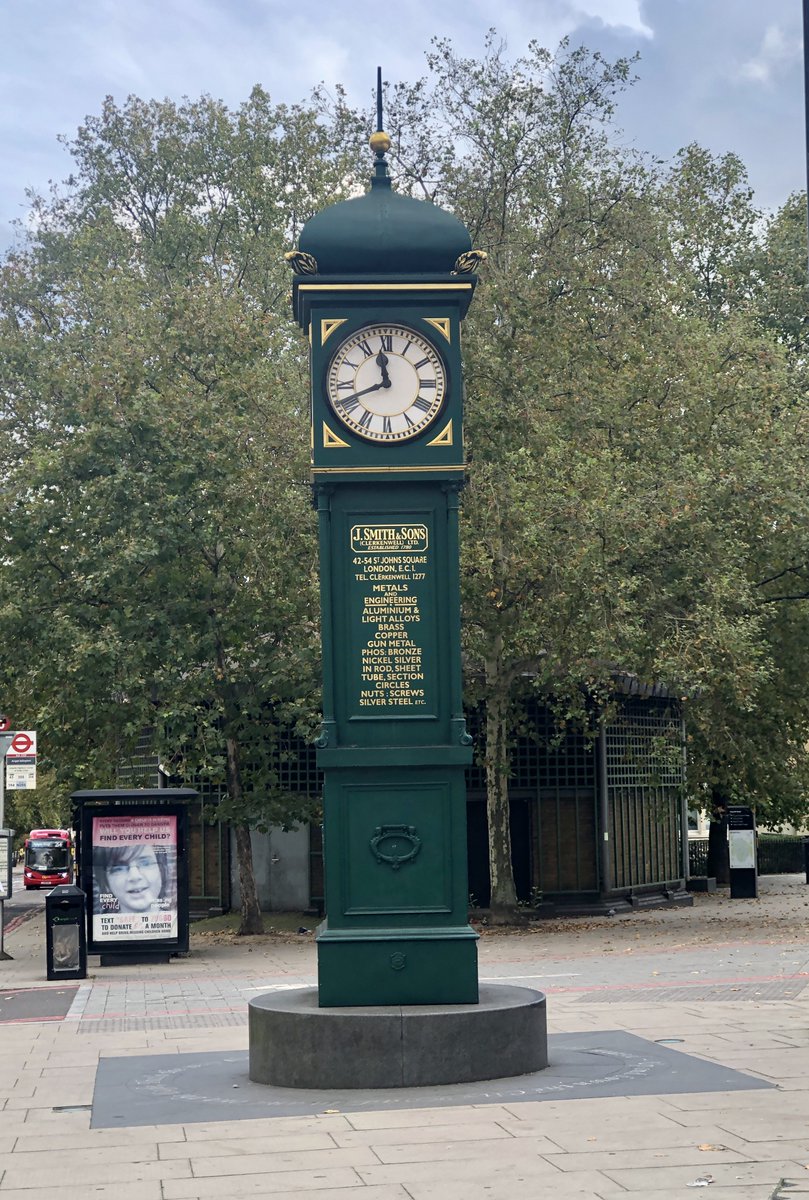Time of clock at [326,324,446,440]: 11:41
